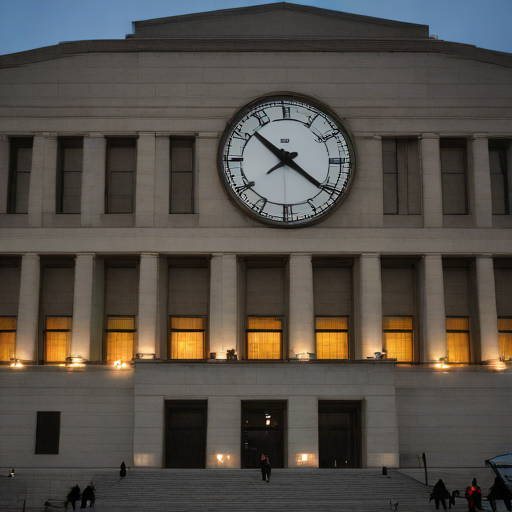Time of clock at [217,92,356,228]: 10:21
